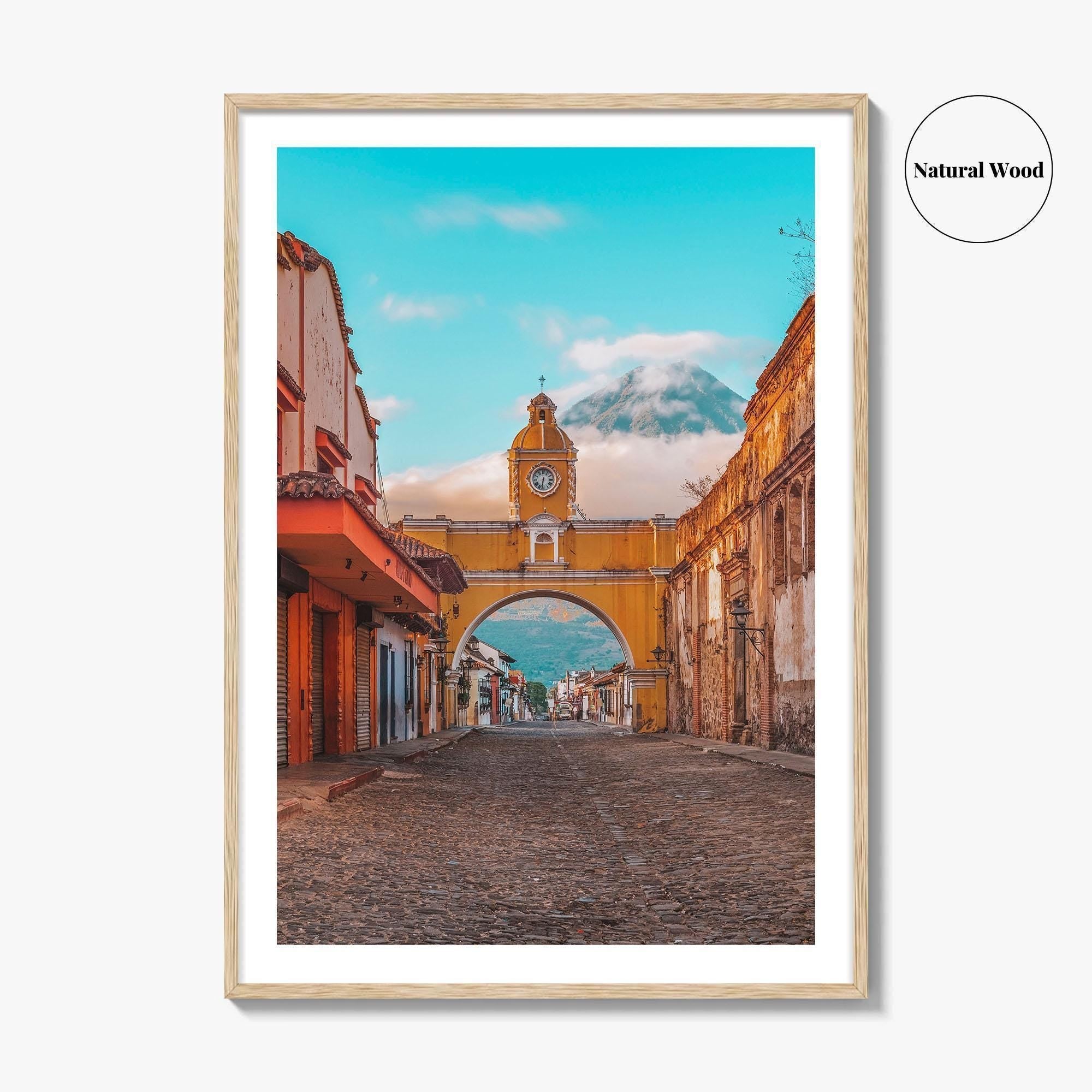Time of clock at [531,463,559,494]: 6:32
